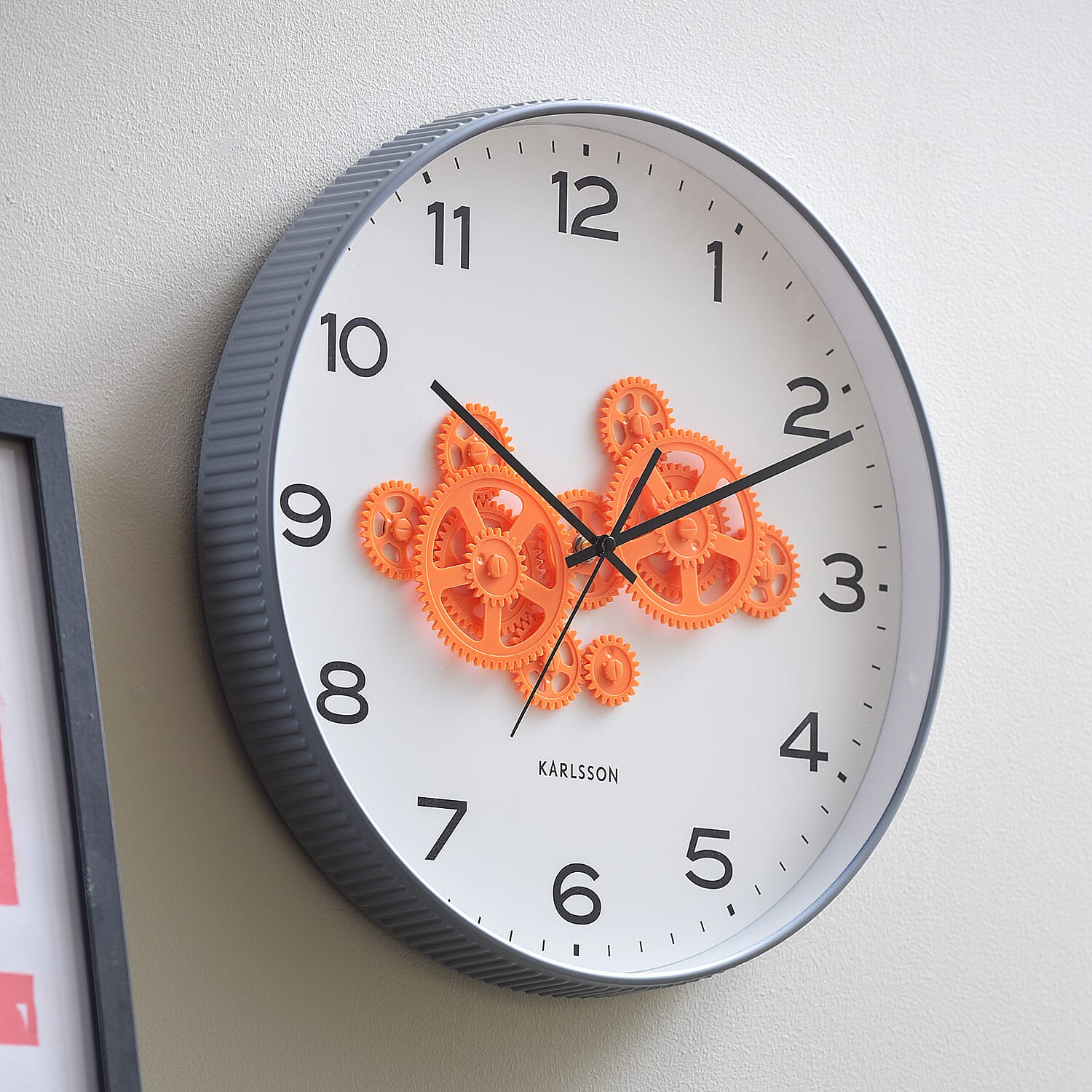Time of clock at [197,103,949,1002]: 10:11
